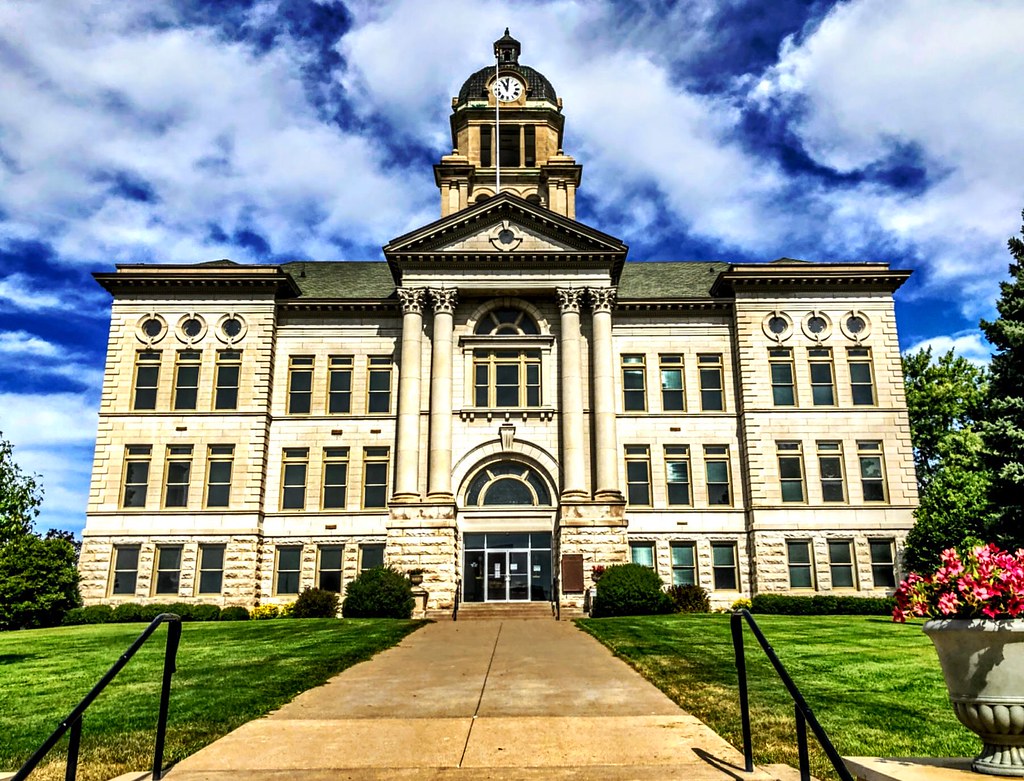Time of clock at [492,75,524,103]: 11:01
